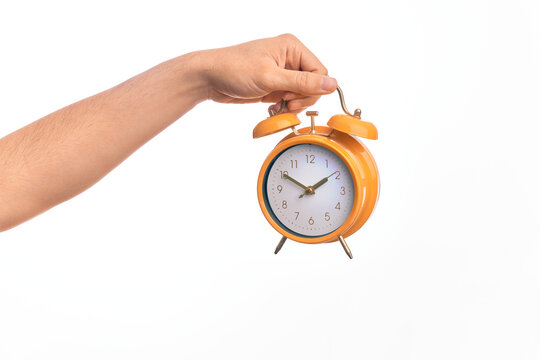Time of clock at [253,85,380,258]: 1:50
